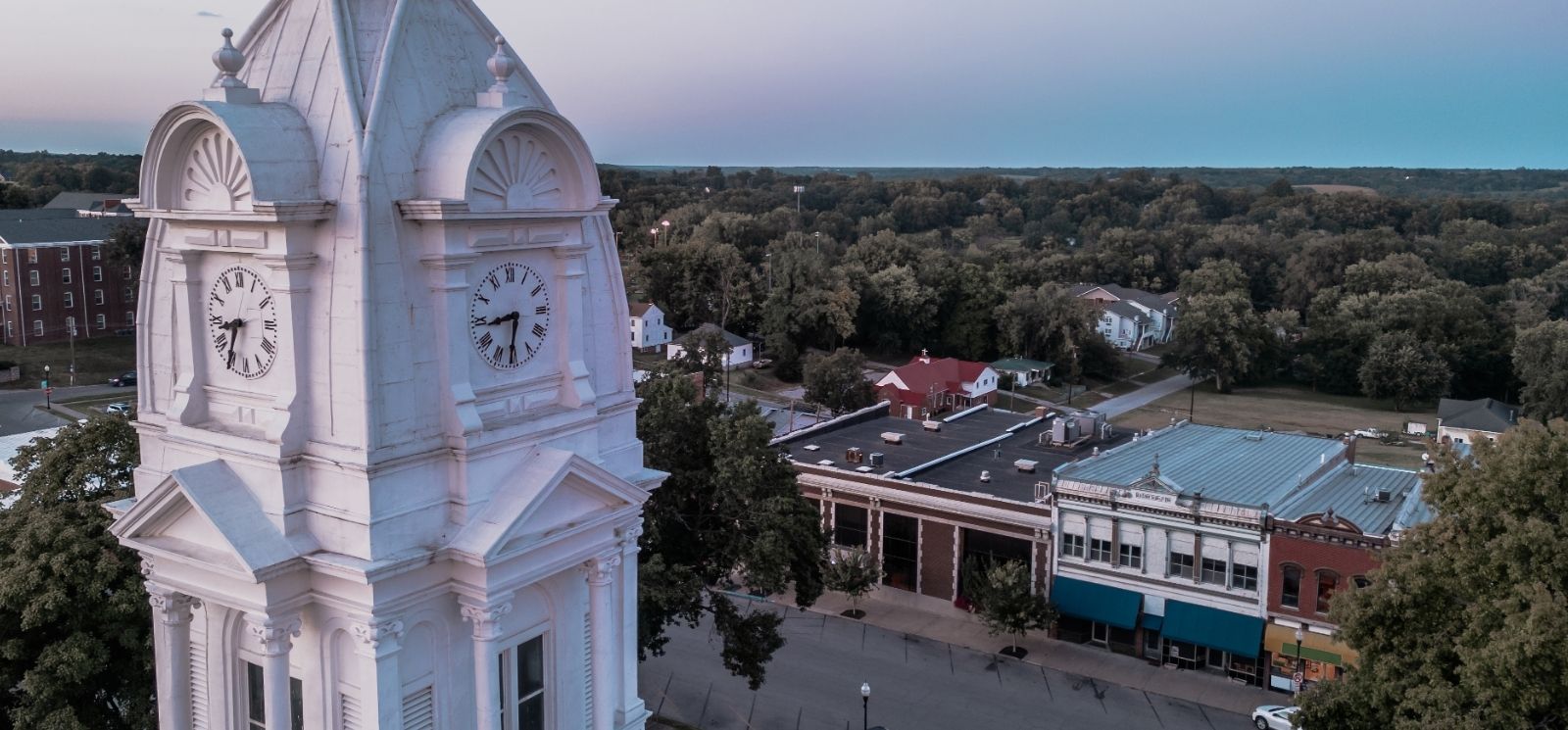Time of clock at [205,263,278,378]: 8:35
